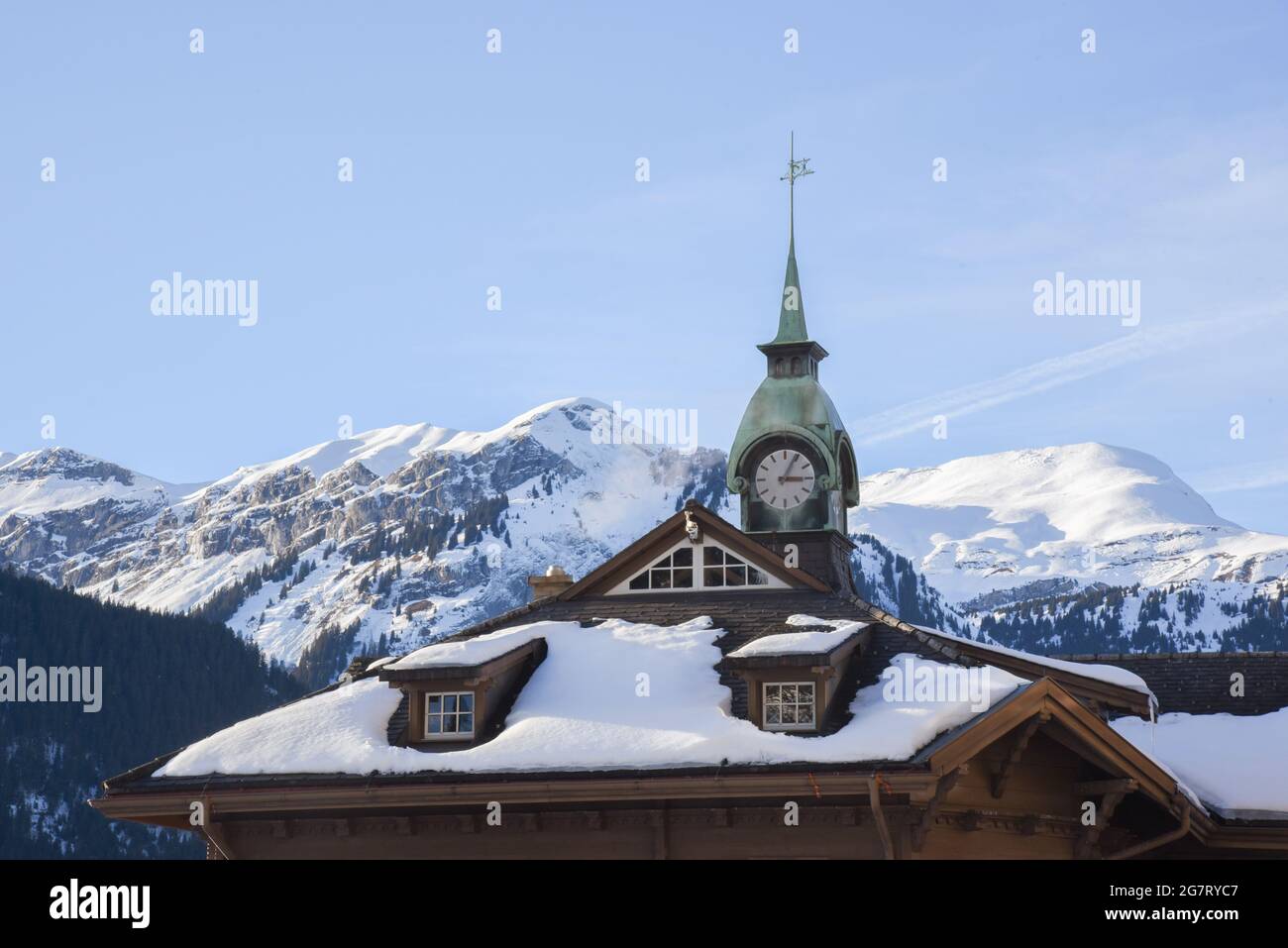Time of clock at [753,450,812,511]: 3:04
